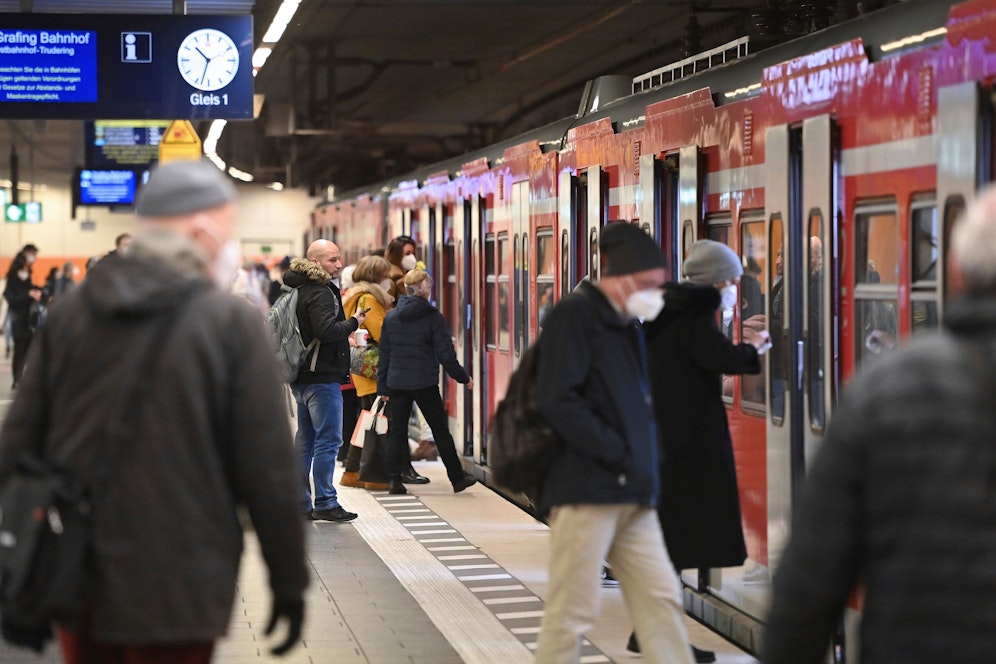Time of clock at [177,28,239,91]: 10:32
